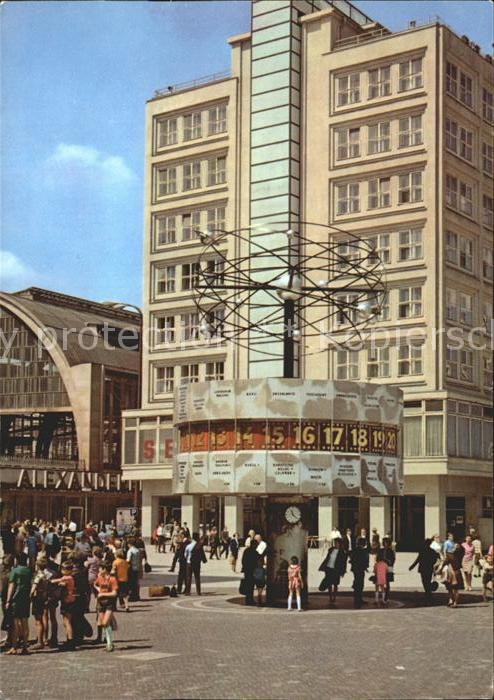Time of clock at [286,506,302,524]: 11:21
